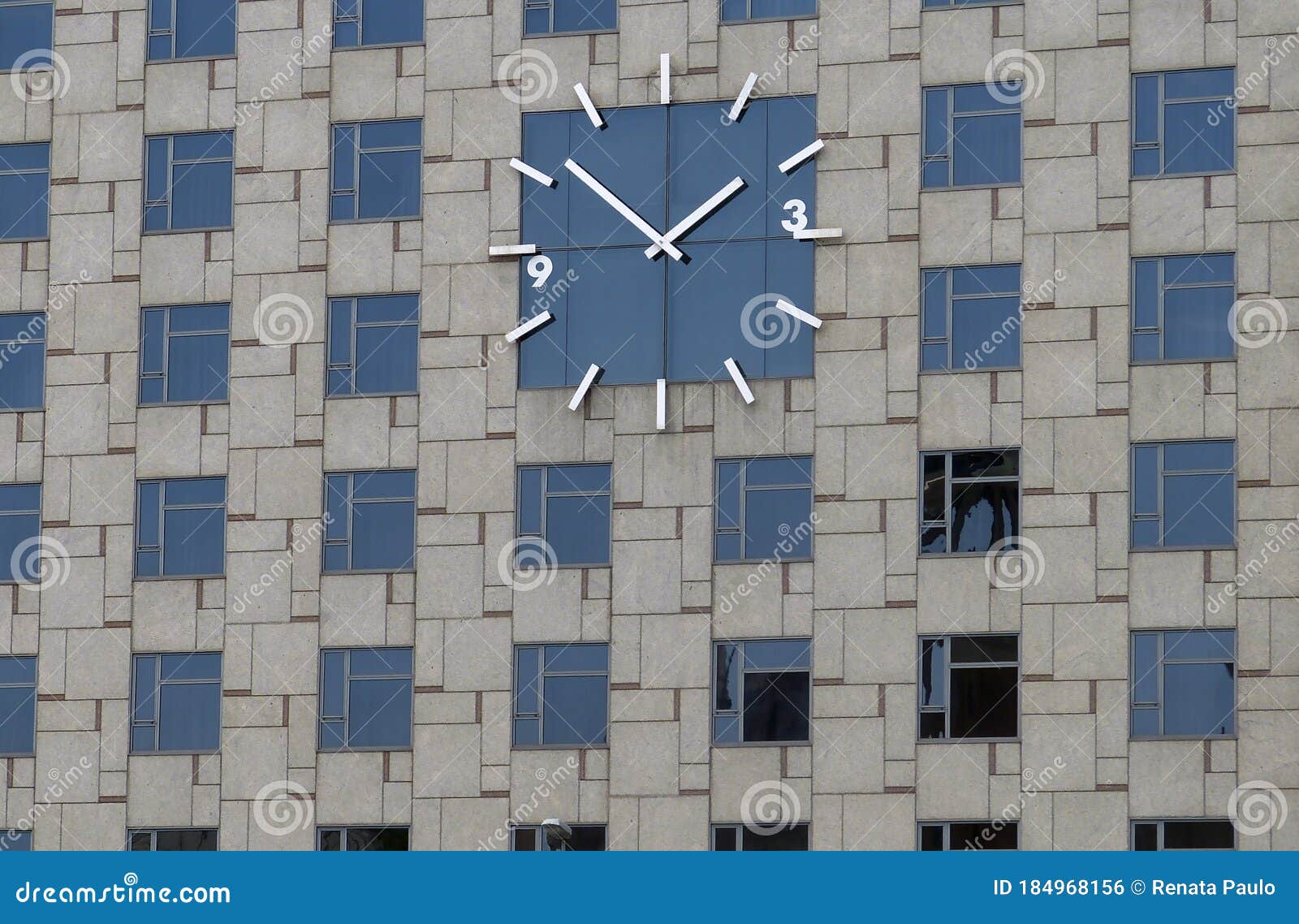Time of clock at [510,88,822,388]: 1:51
